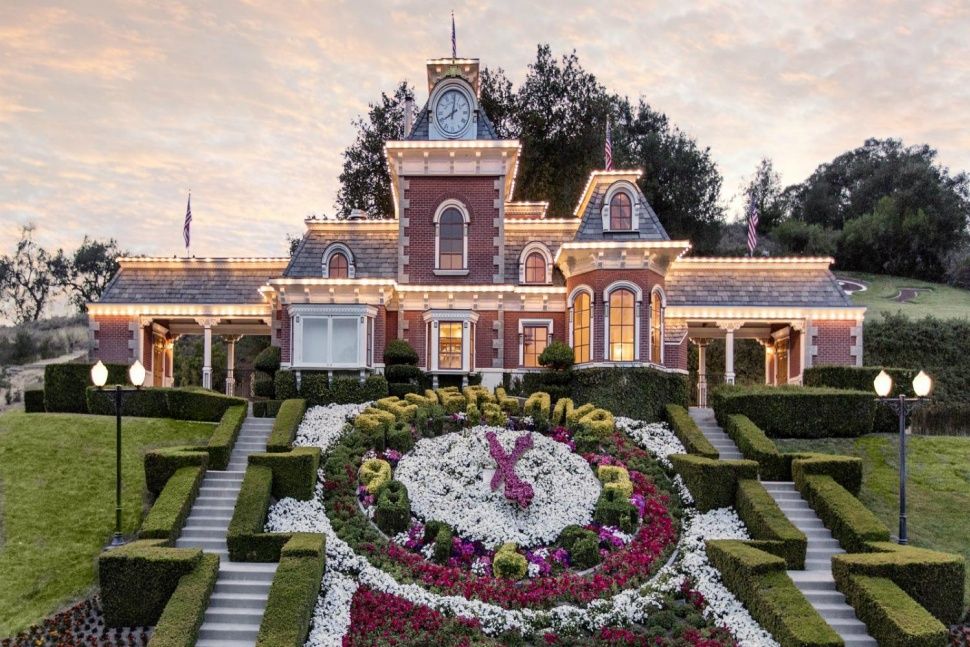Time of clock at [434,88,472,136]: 8:01
